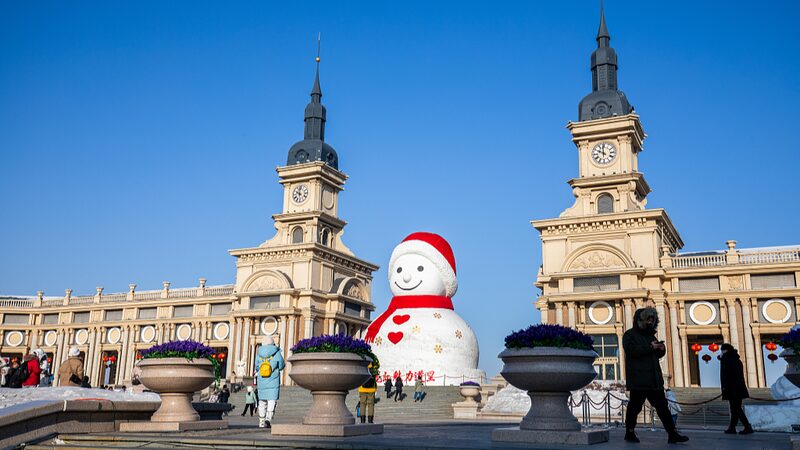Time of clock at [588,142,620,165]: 9:59
